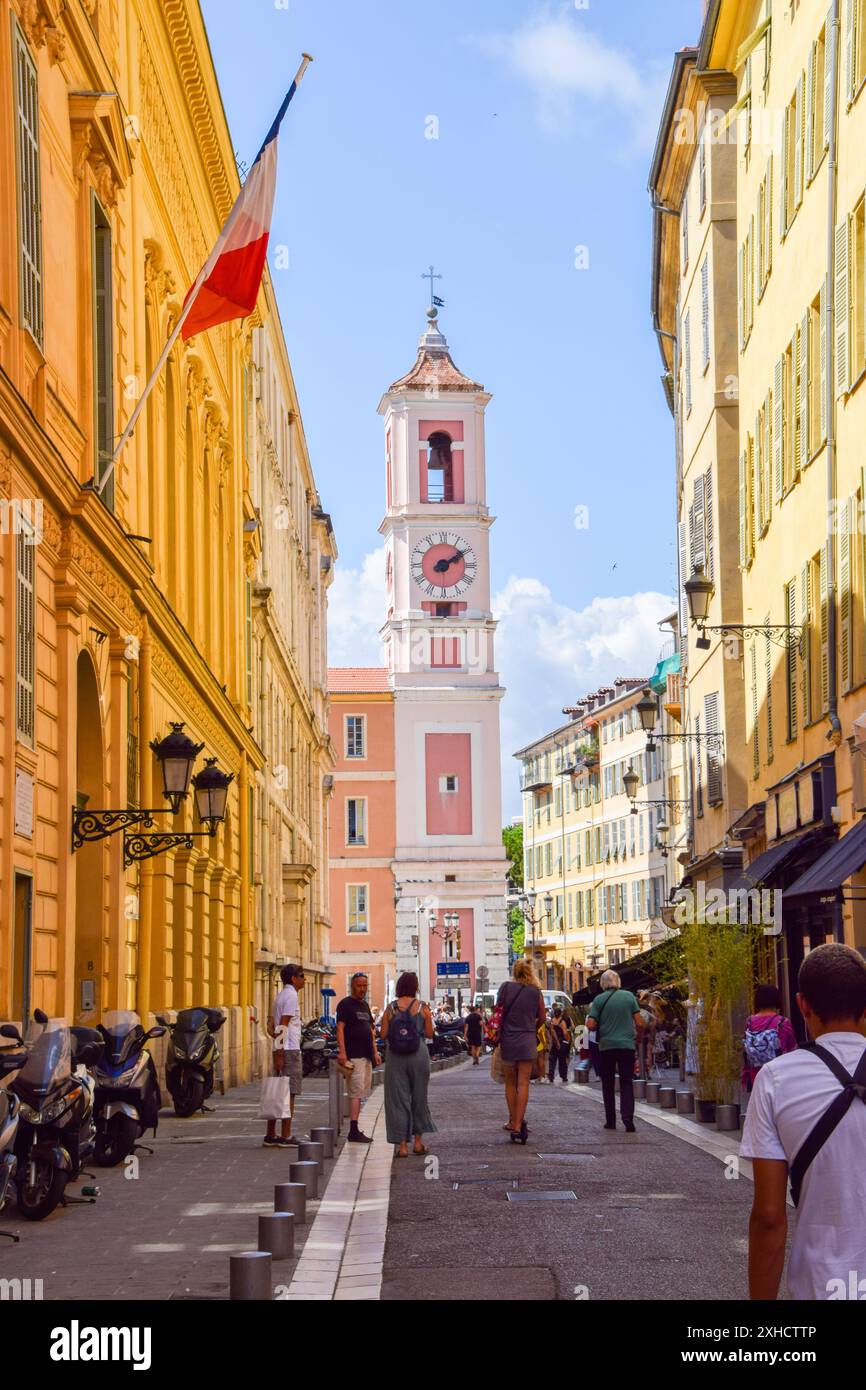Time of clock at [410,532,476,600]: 2:09
